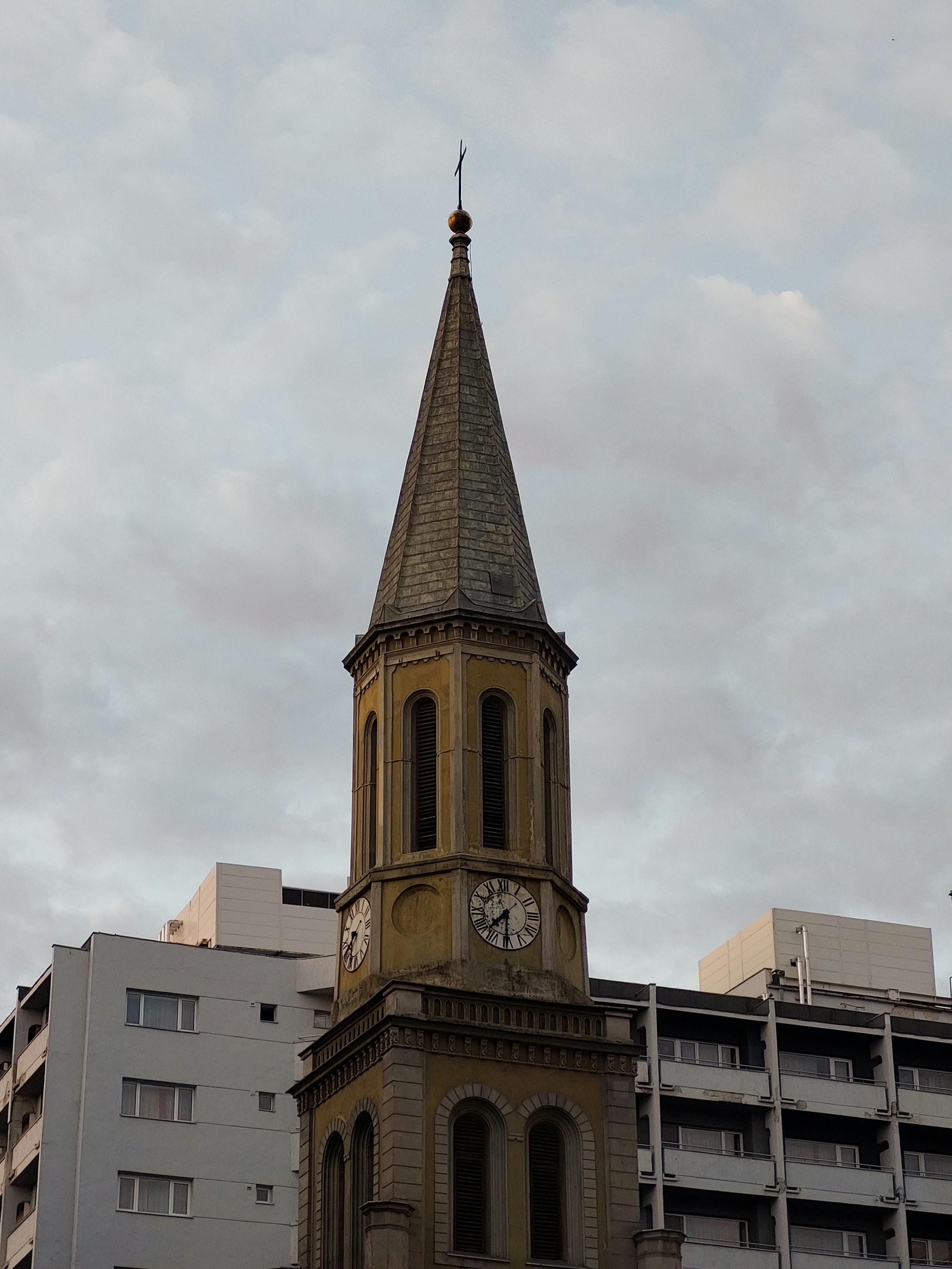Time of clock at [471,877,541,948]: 7:30
